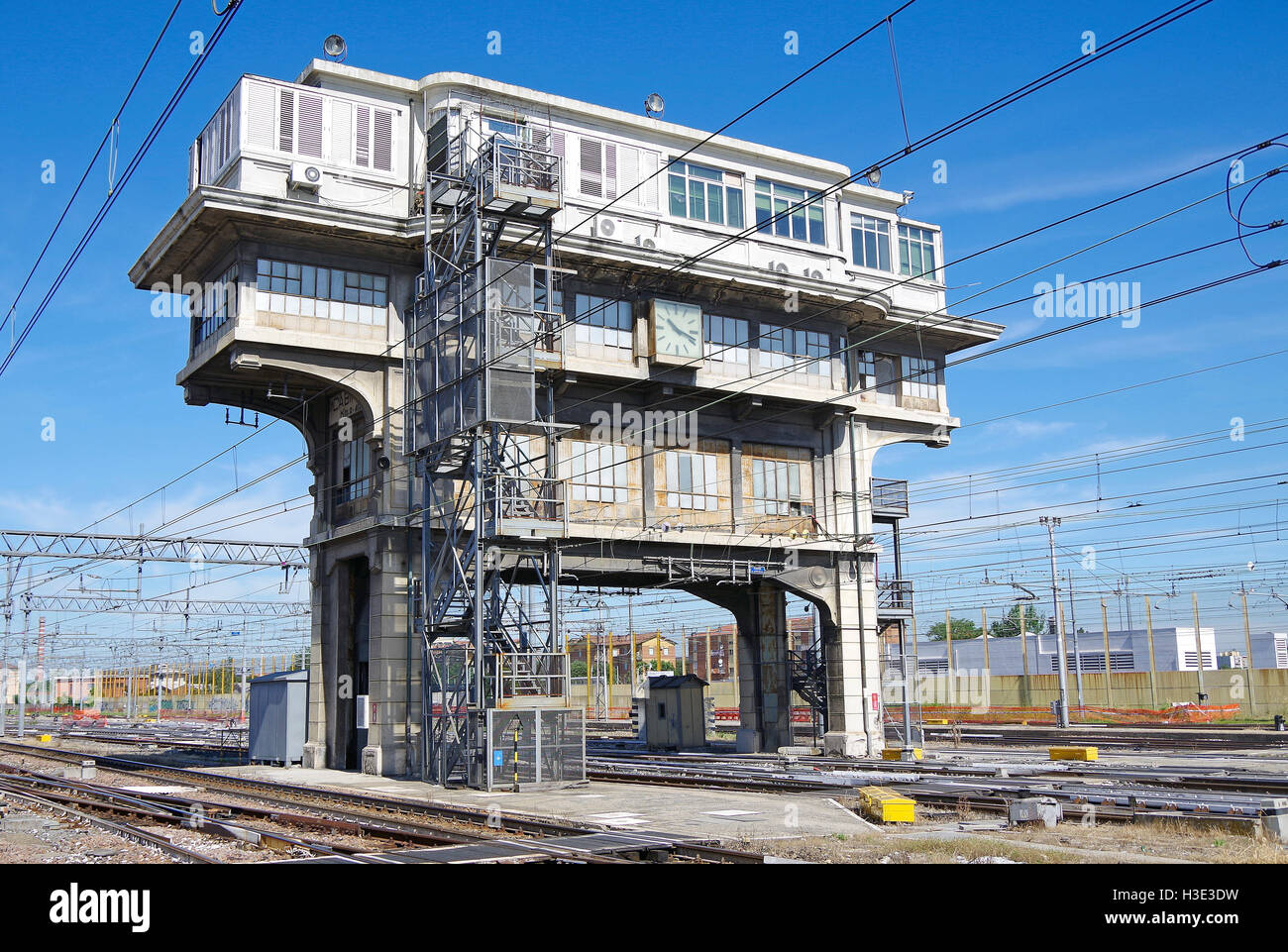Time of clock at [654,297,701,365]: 10:17
